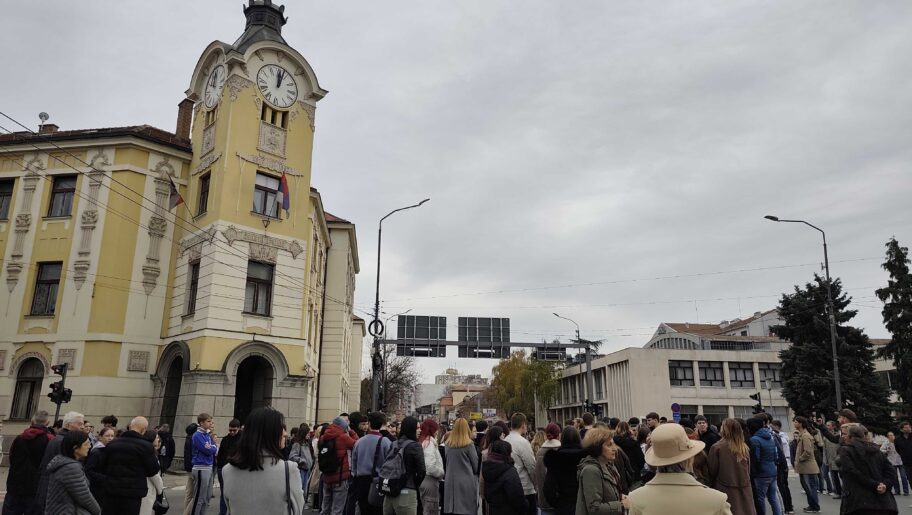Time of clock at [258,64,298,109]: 12:03
